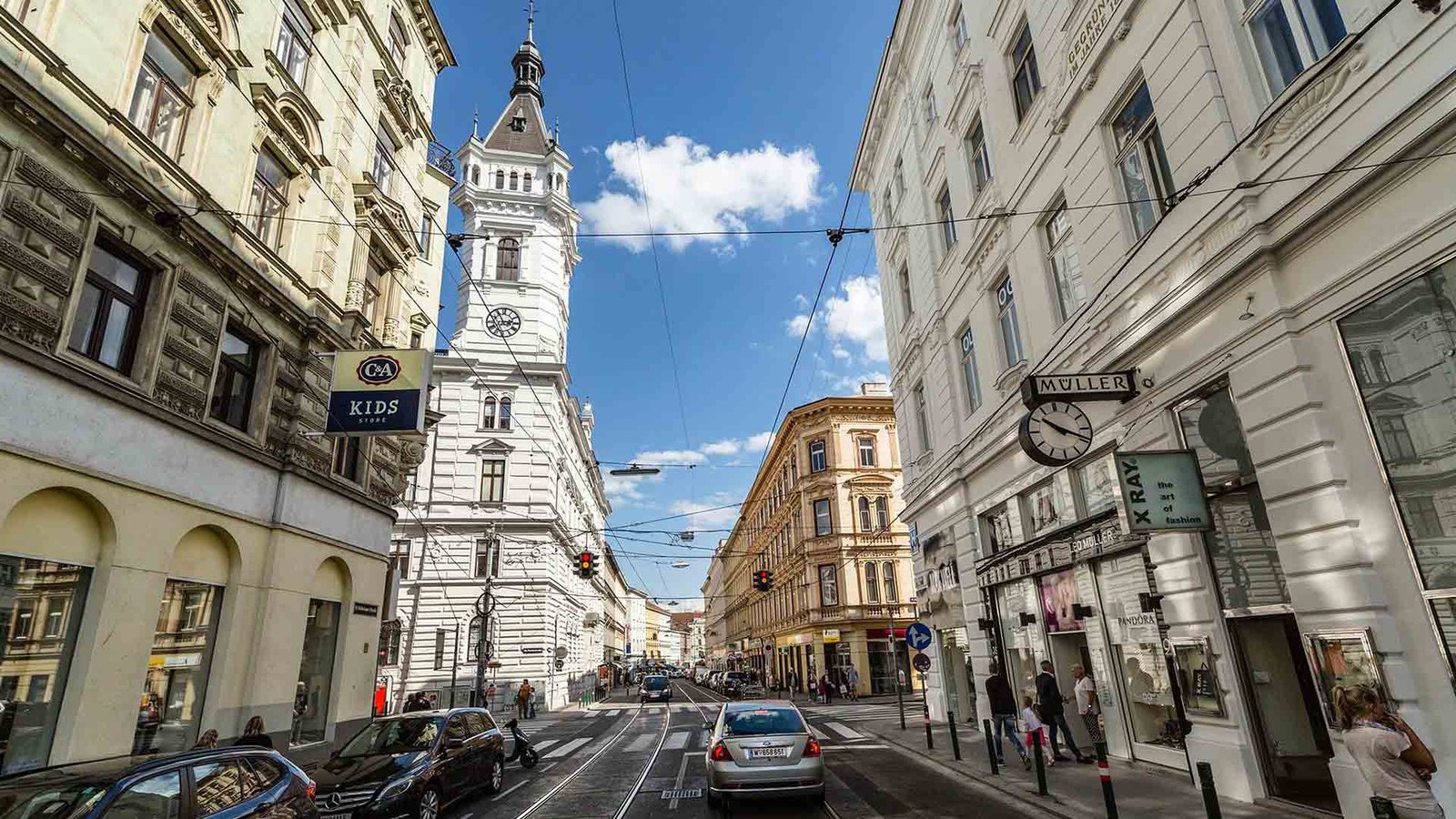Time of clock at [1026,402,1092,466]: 10:19
